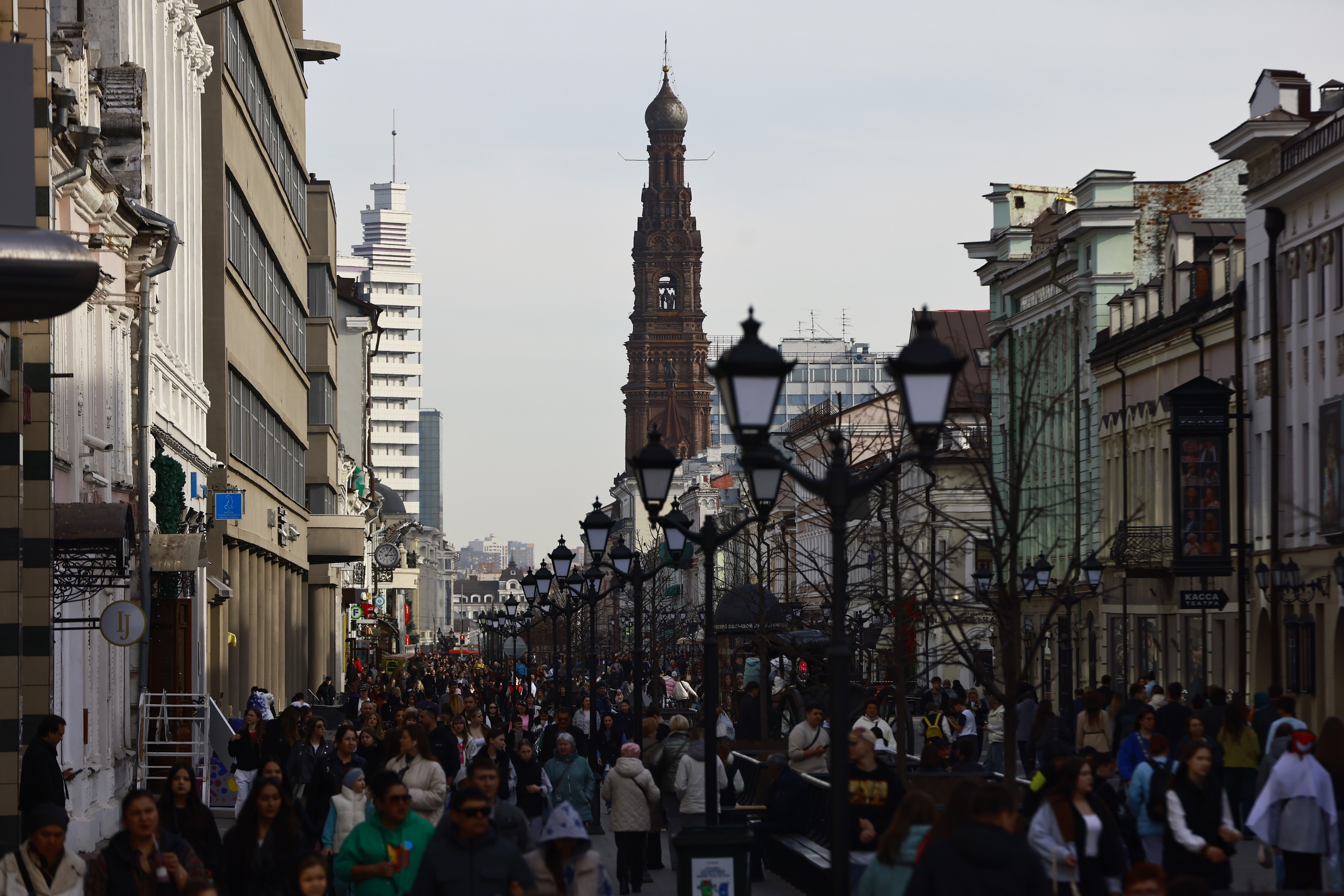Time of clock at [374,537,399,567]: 3:05
